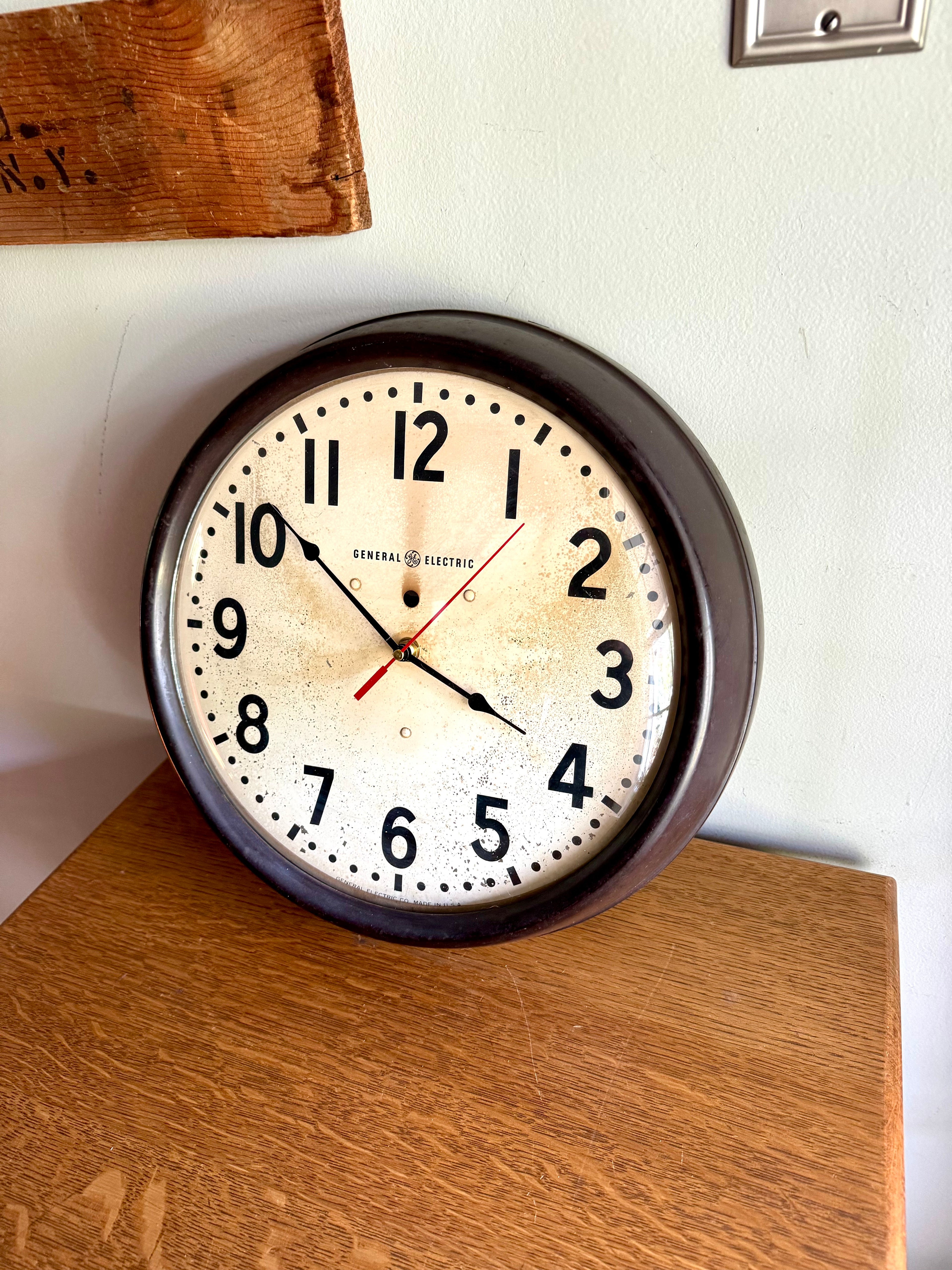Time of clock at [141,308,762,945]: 3:51
